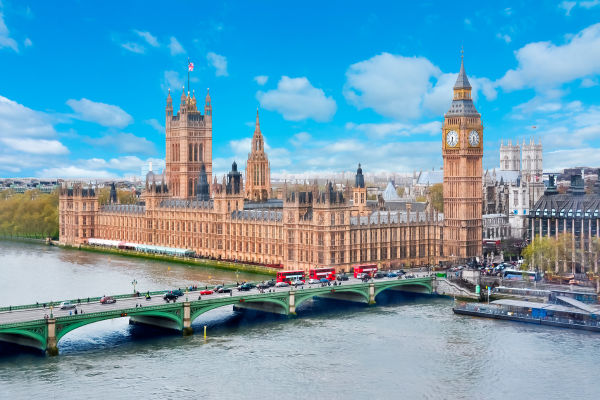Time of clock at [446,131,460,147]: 6:28
